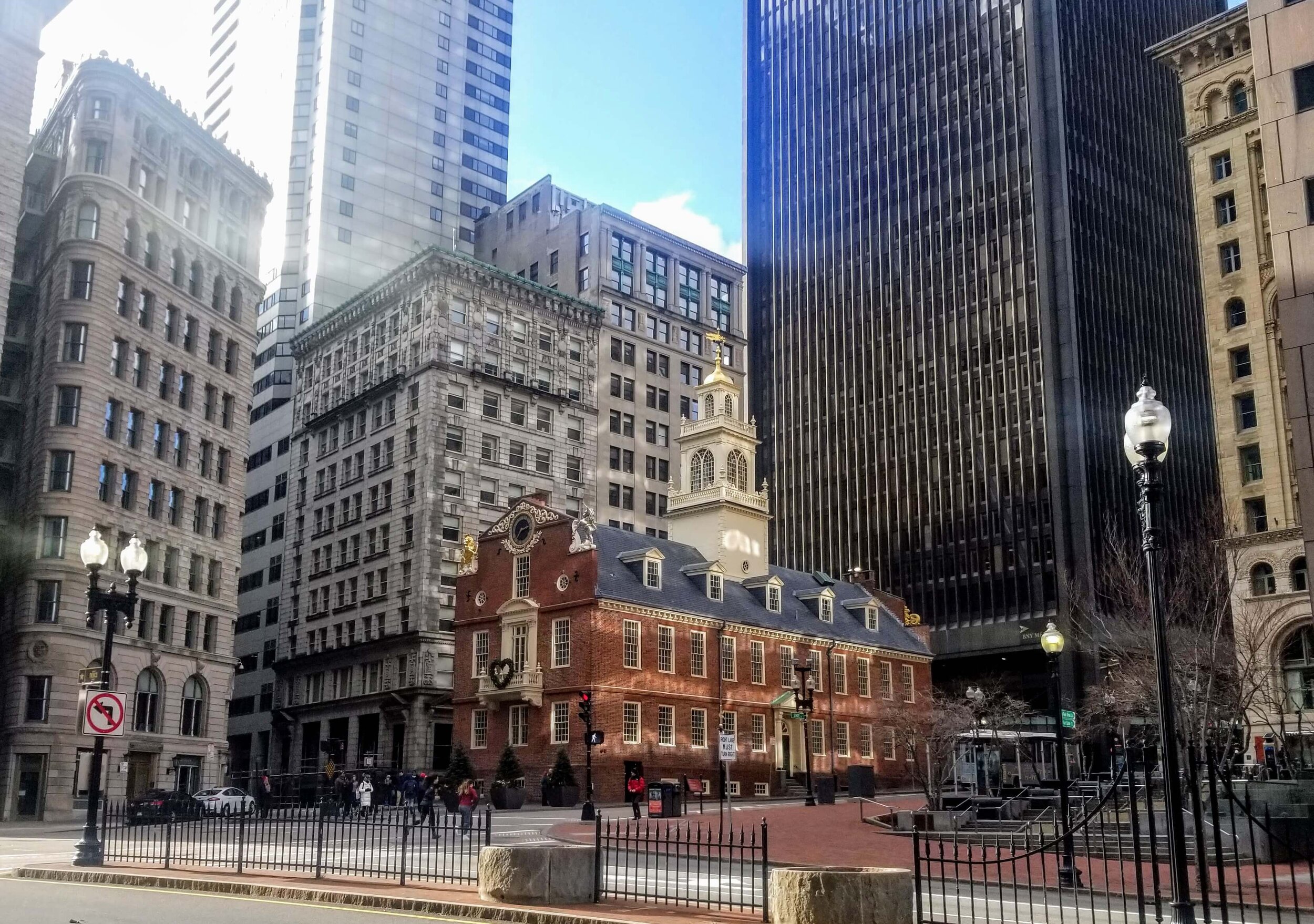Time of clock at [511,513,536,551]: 2:36
